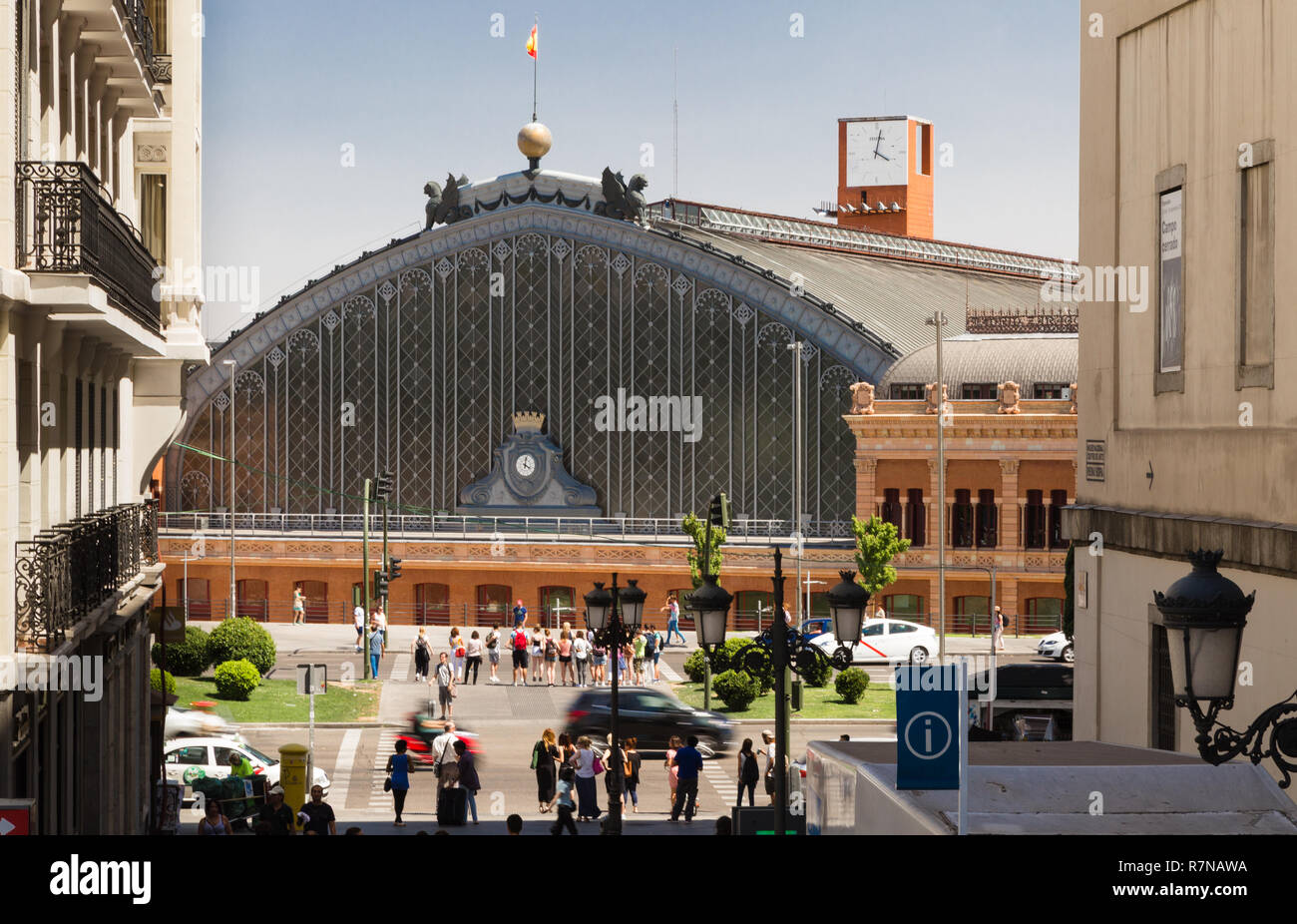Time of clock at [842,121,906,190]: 4:02
